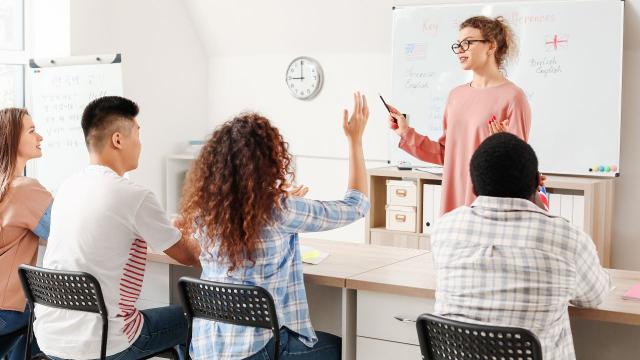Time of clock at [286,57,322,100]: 8:59
